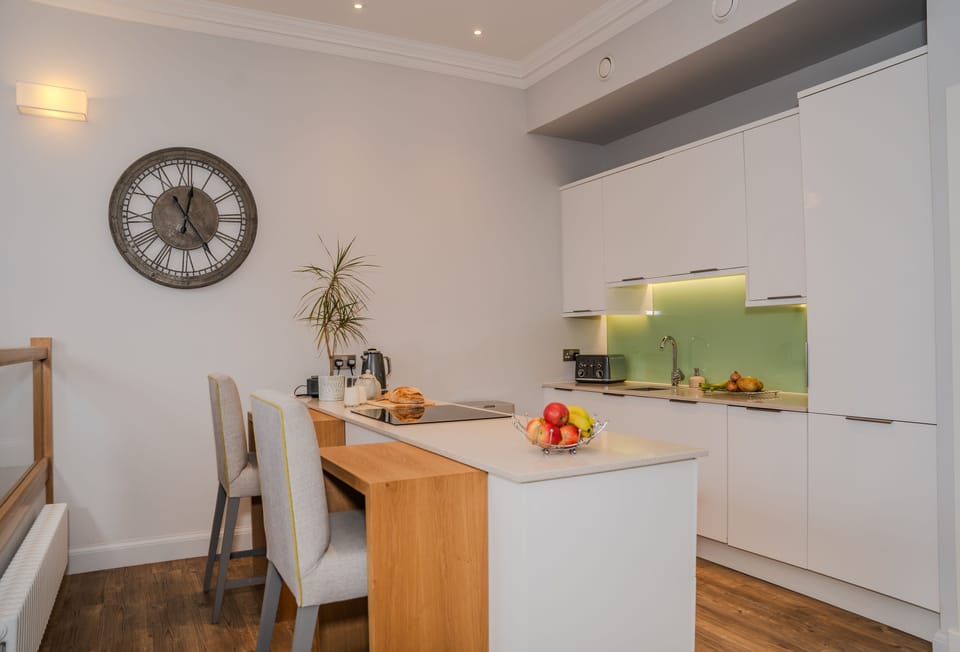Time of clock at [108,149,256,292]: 12:24
